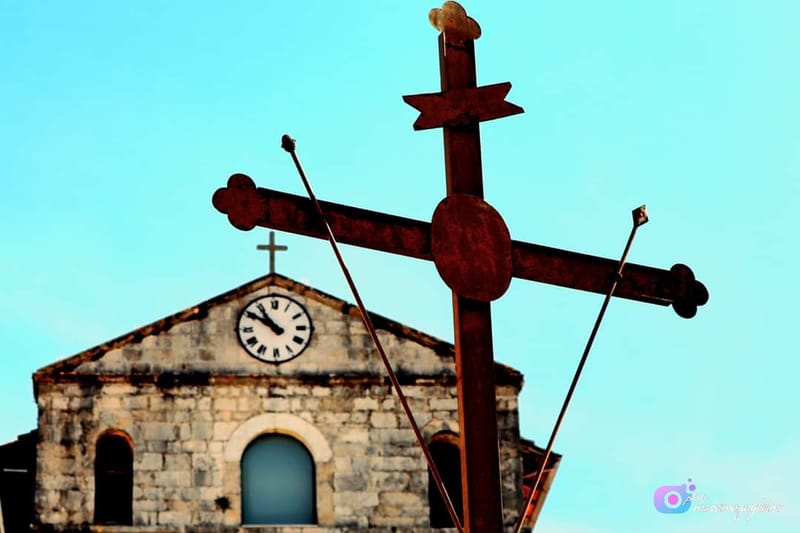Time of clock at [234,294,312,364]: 10:50
